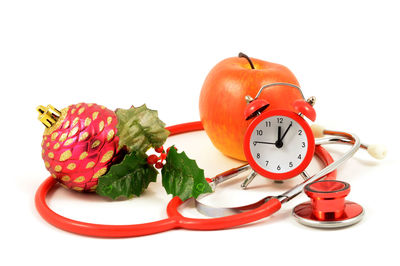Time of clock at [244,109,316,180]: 12:05
